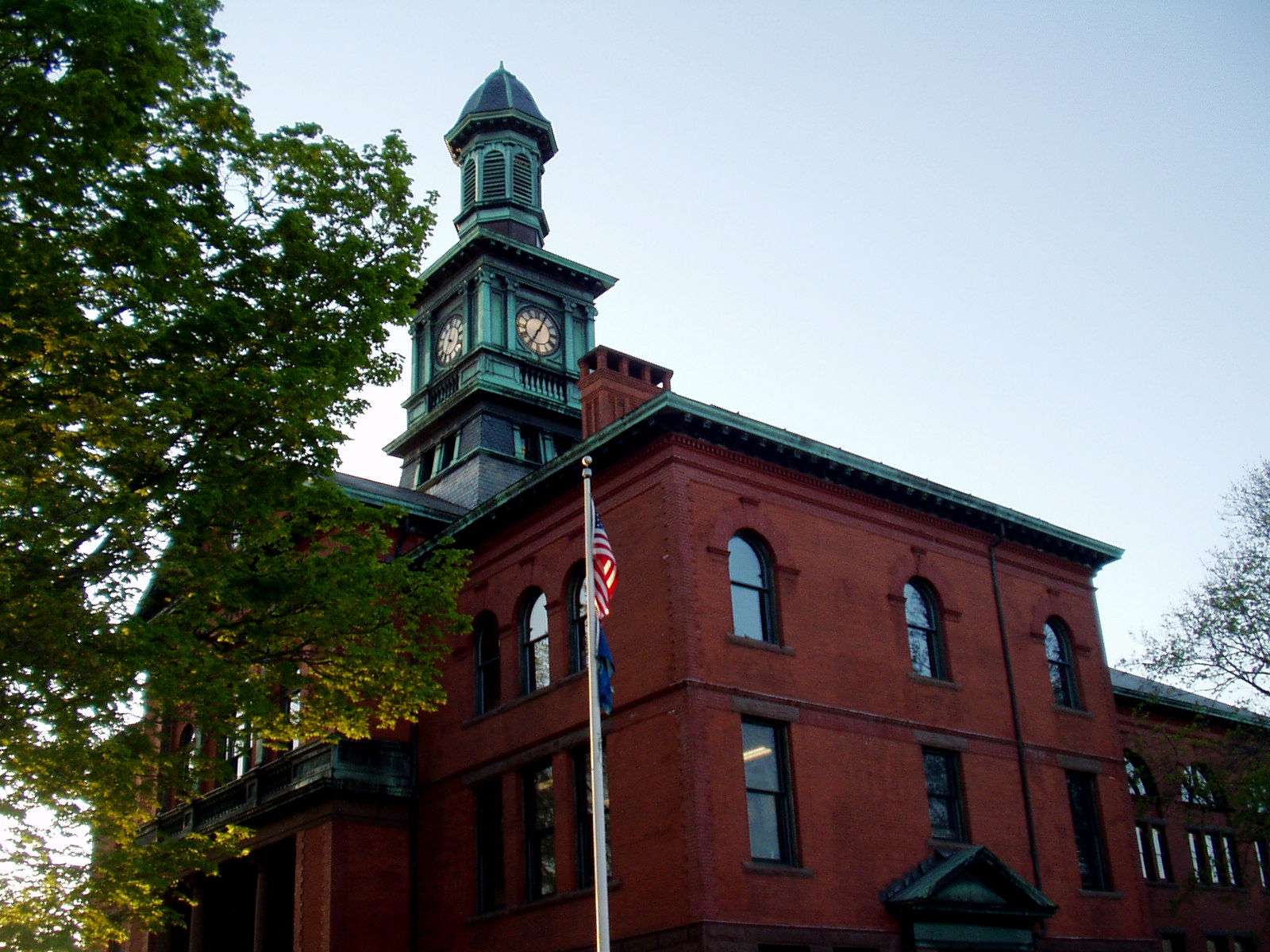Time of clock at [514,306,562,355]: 7:04
